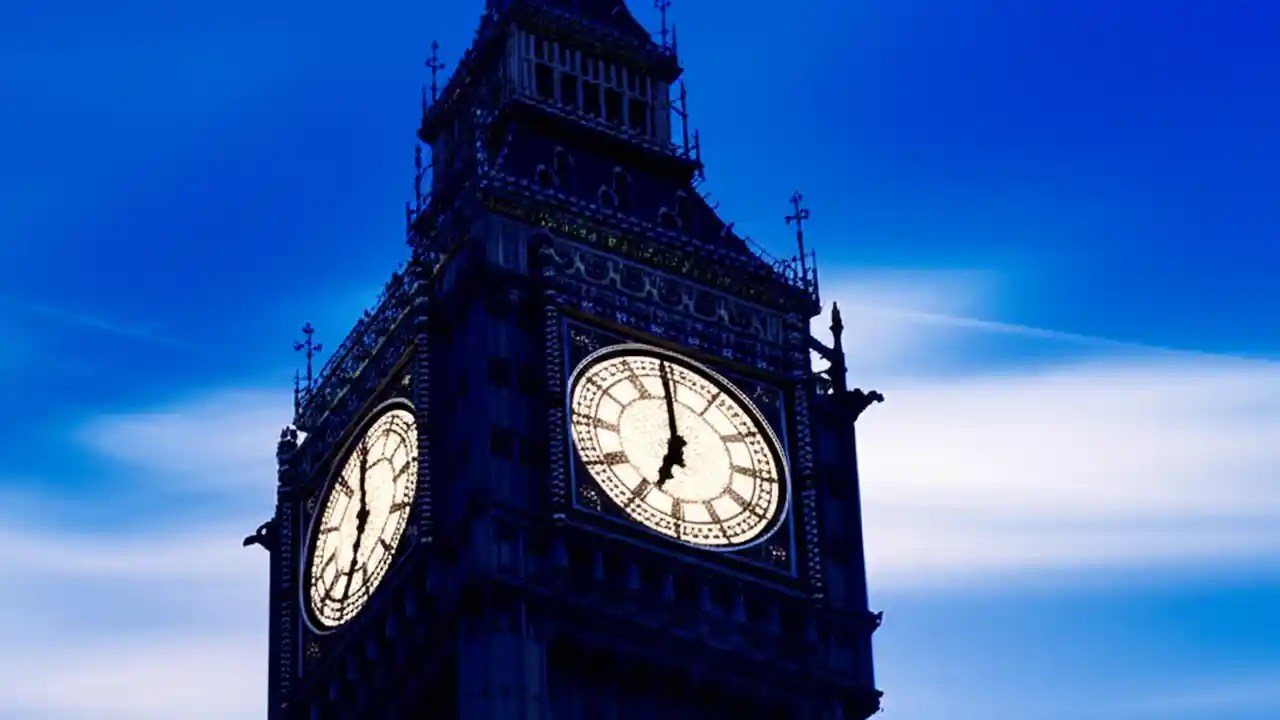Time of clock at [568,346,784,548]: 6:58
